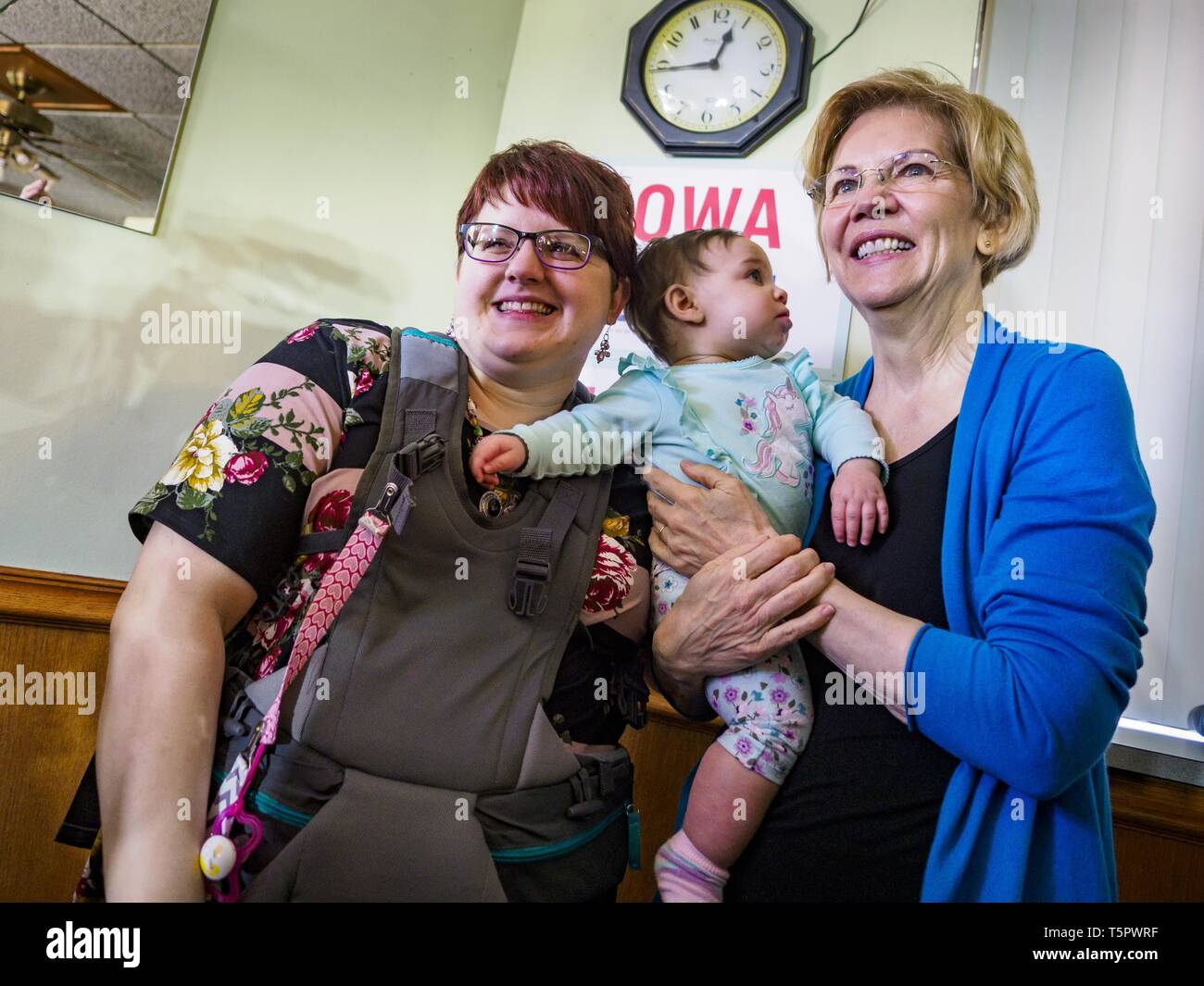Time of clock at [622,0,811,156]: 12:44
